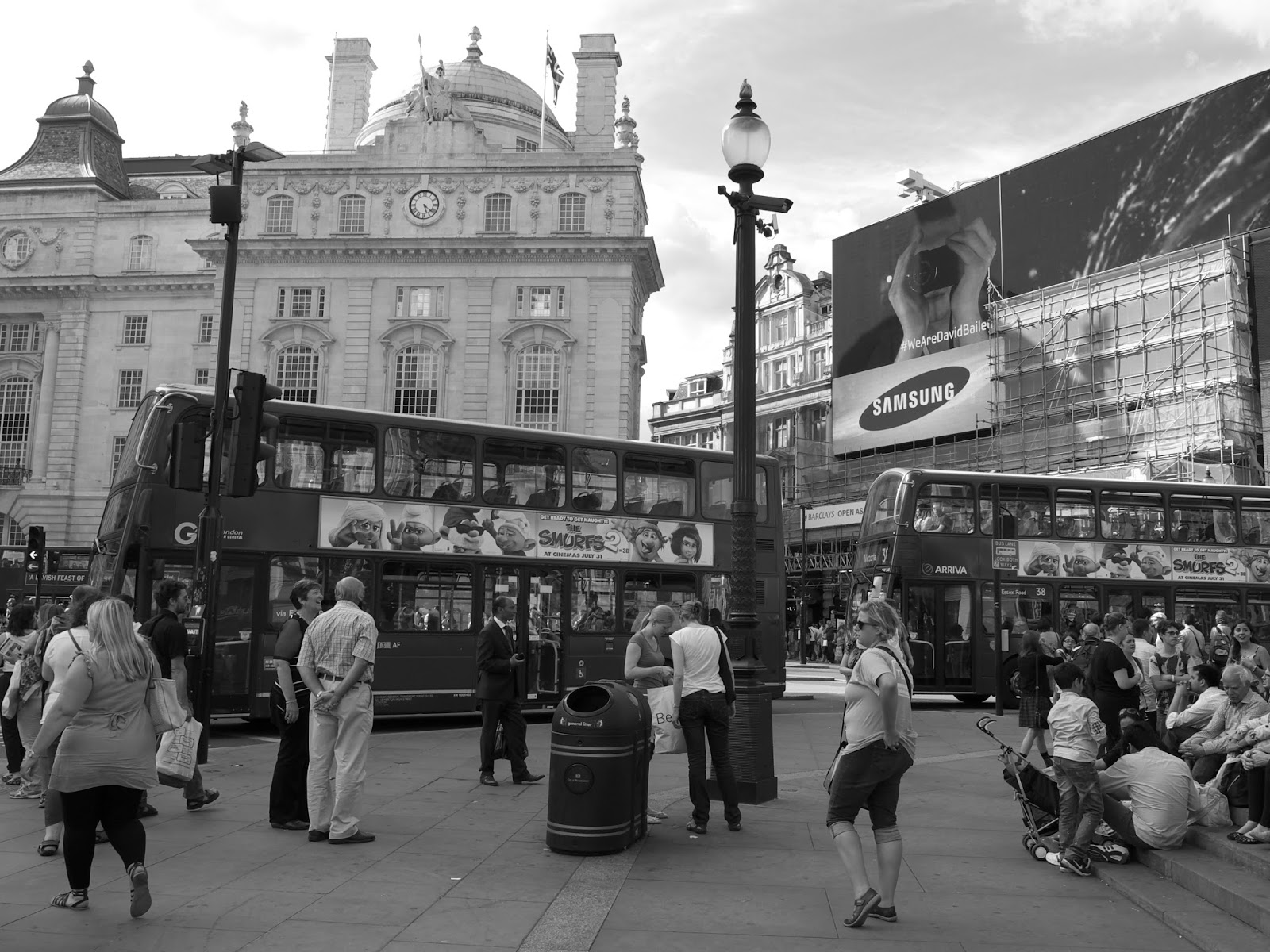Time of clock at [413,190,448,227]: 5:21
